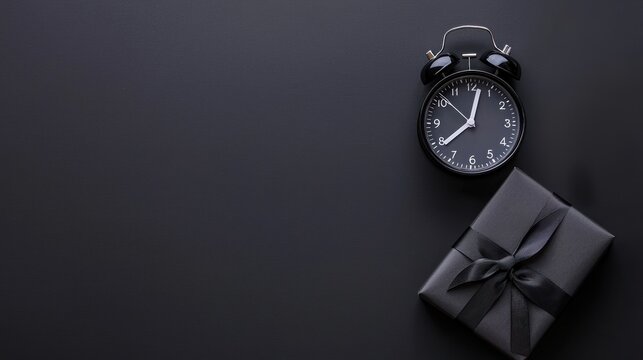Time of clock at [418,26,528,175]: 12:38
